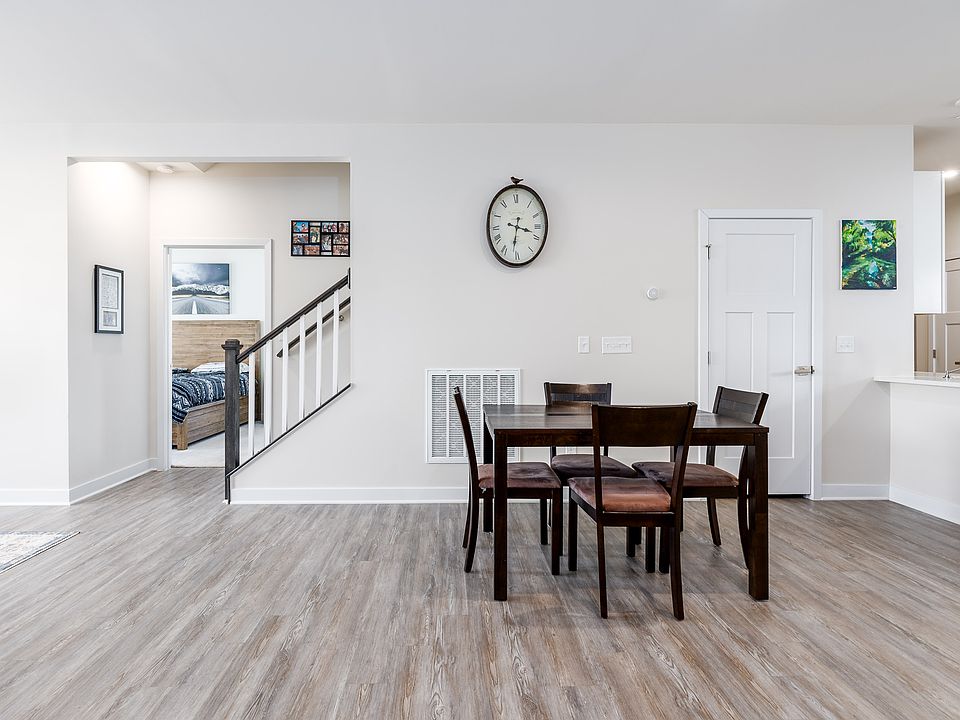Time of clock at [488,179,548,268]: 3:31
